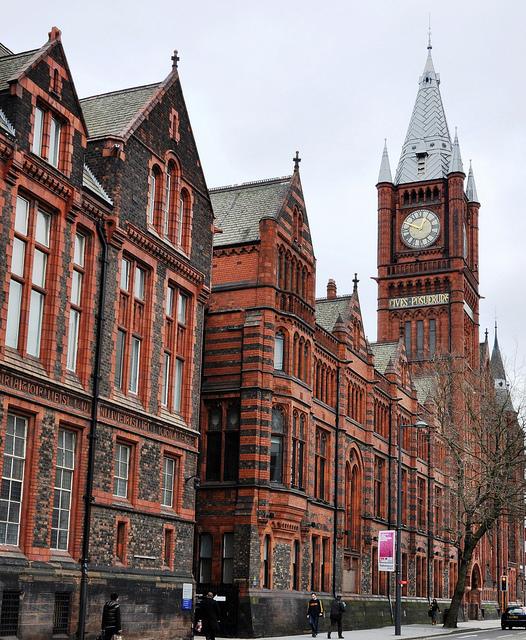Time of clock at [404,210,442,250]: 12:48
